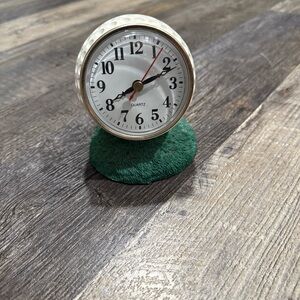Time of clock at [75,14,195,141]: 8:11
